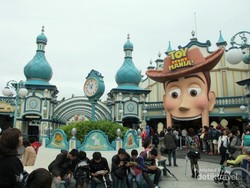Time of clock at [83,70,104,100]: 12:52
